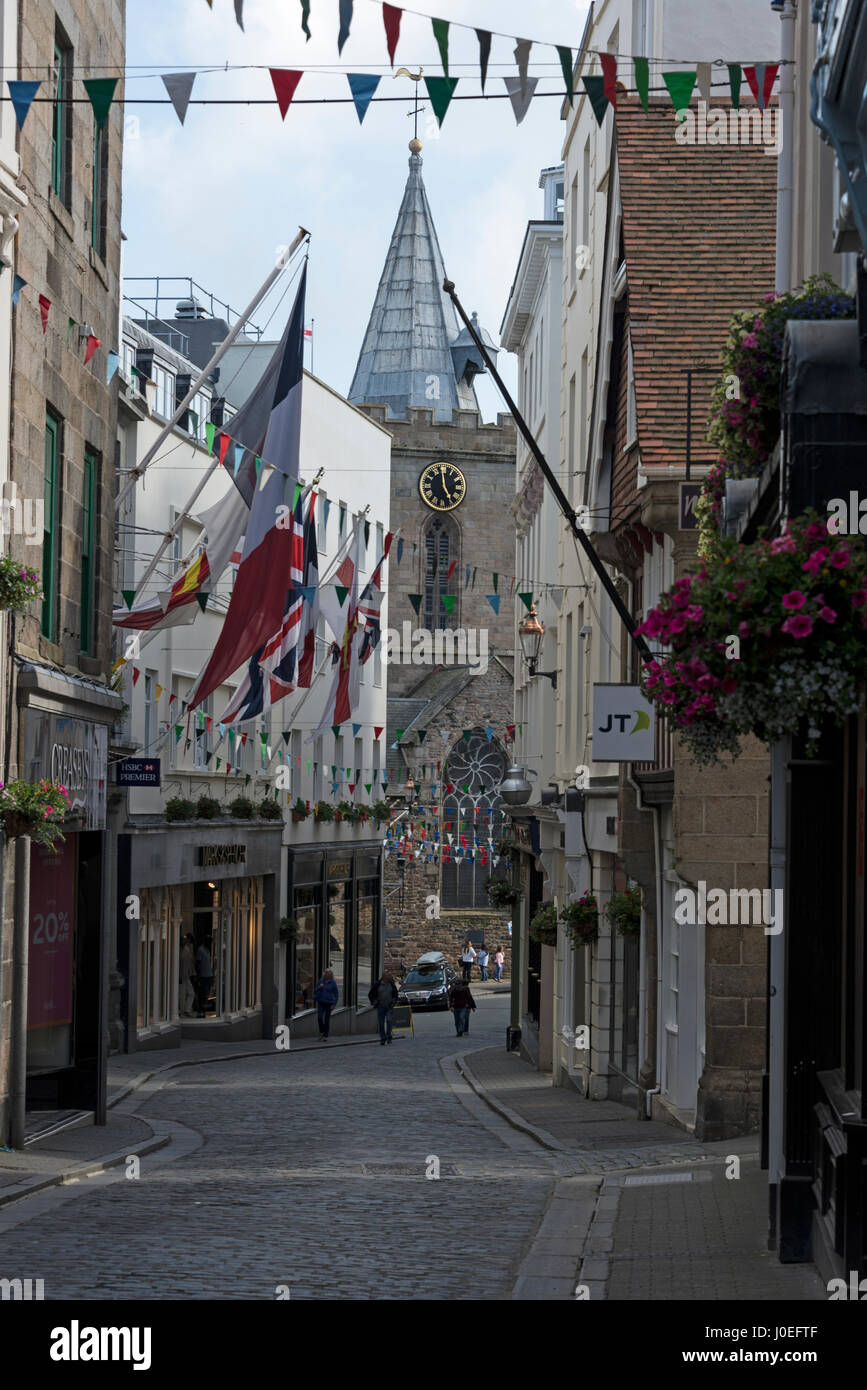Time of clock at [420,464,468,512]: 4:59
